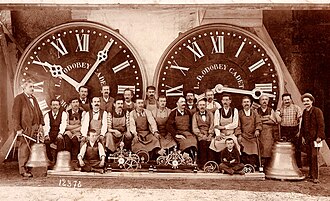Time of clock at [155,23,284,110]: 8:16
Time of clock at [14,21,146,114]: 10:05
